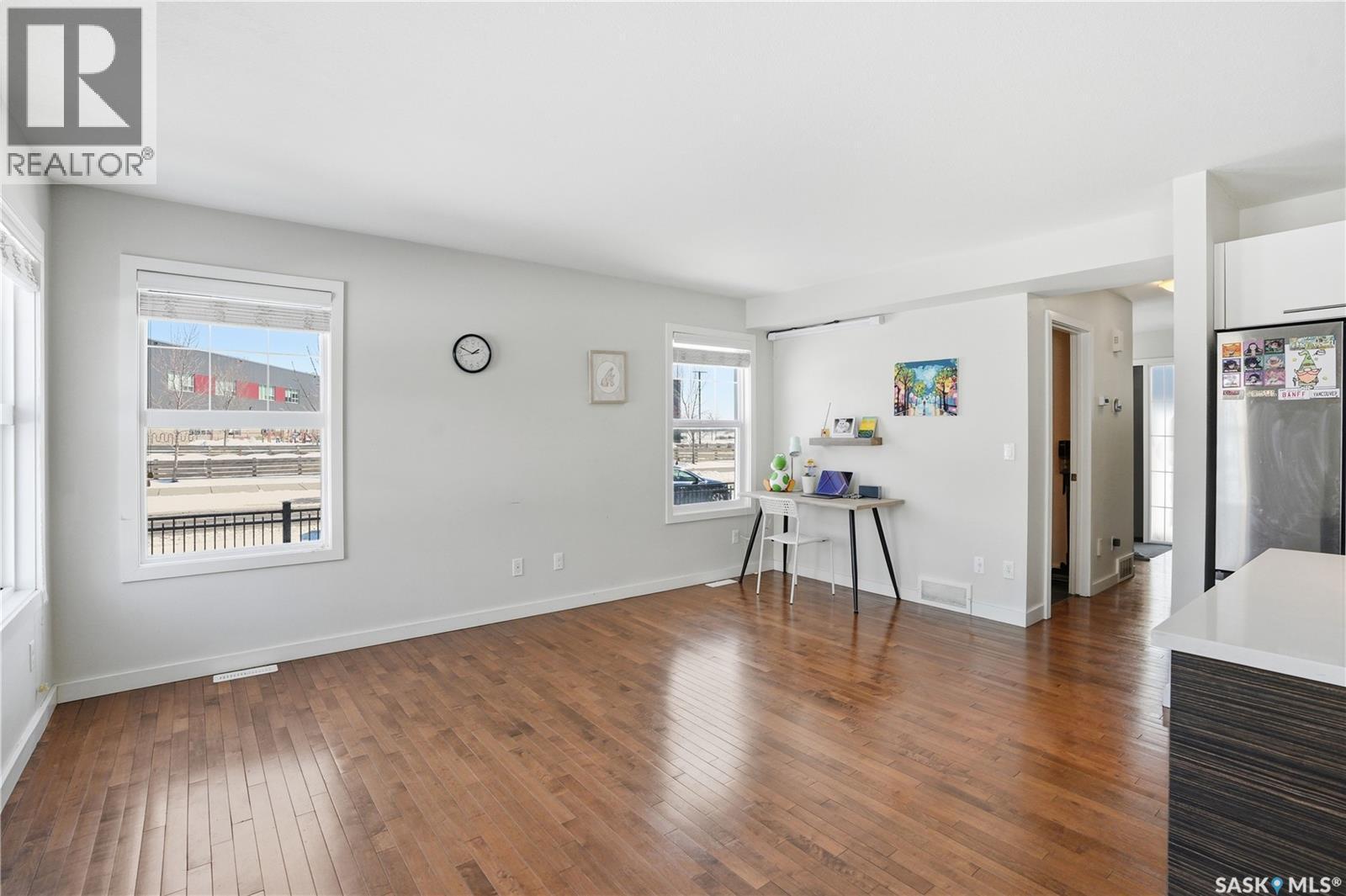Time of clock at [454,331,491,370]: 1:48
